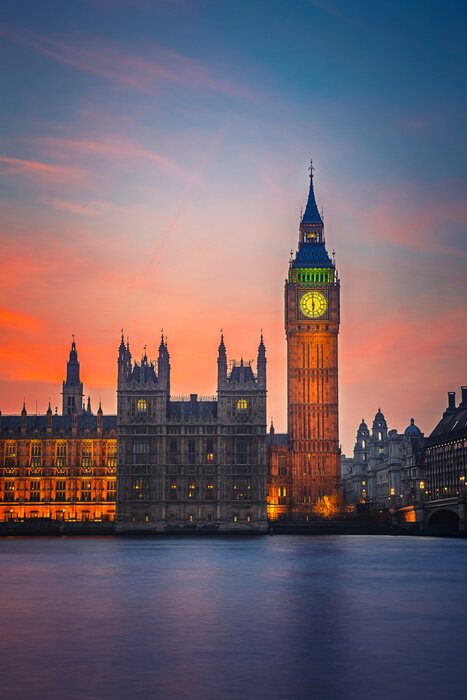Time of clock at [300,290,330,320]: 5:58
